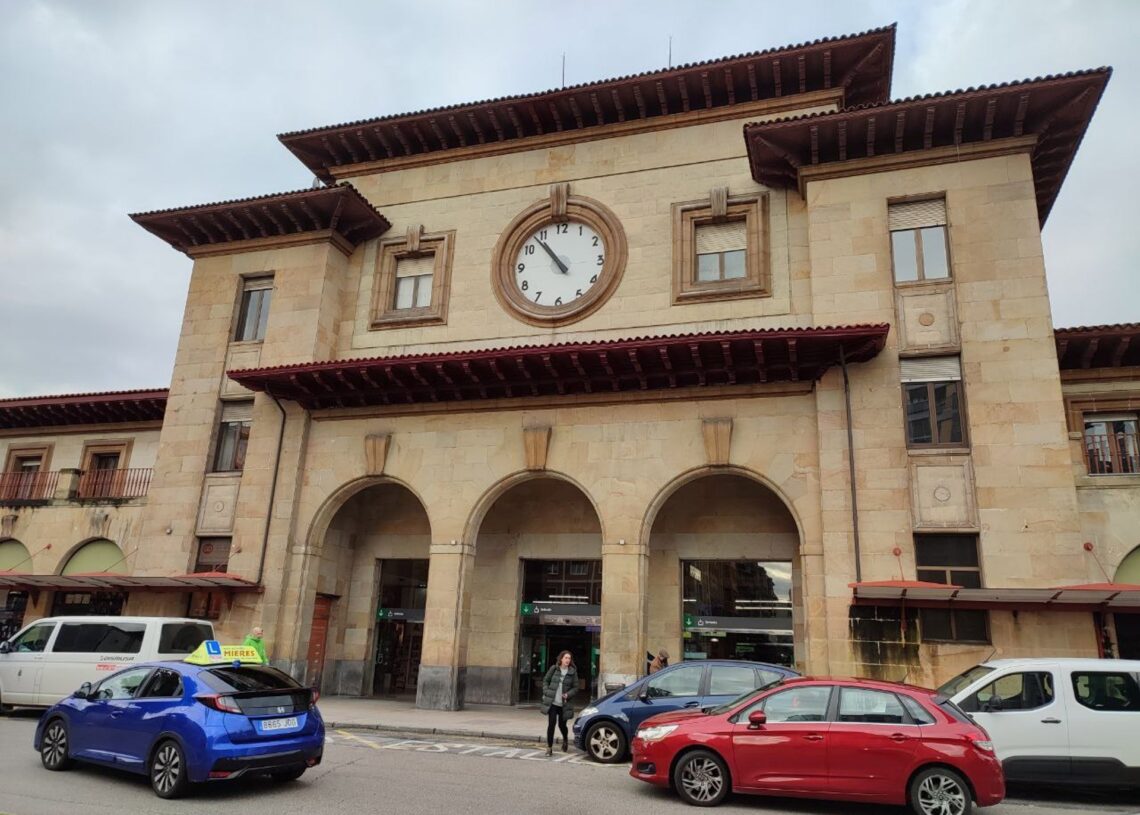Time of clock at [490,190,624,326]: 10:53
